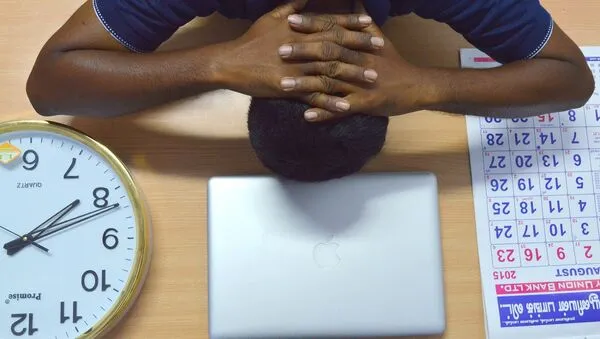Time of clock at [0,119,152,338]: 2:09
